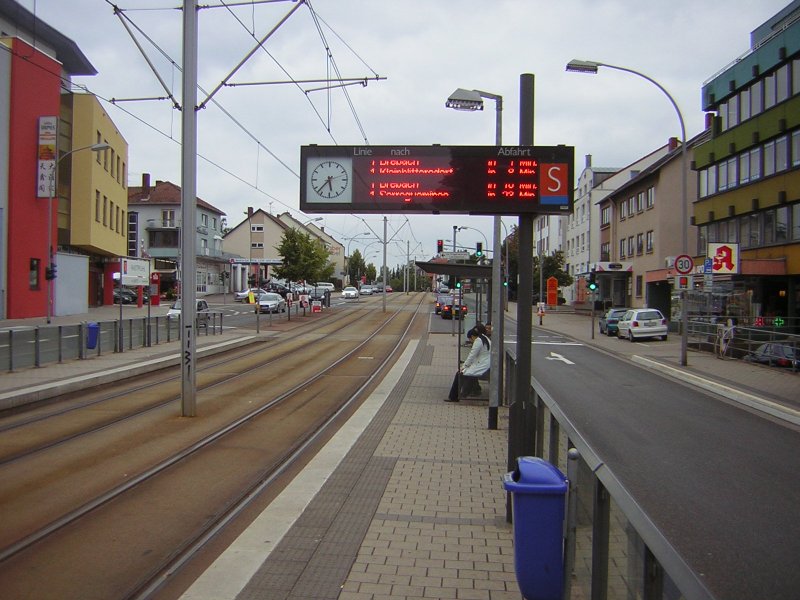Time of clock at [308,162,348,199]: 5:37
